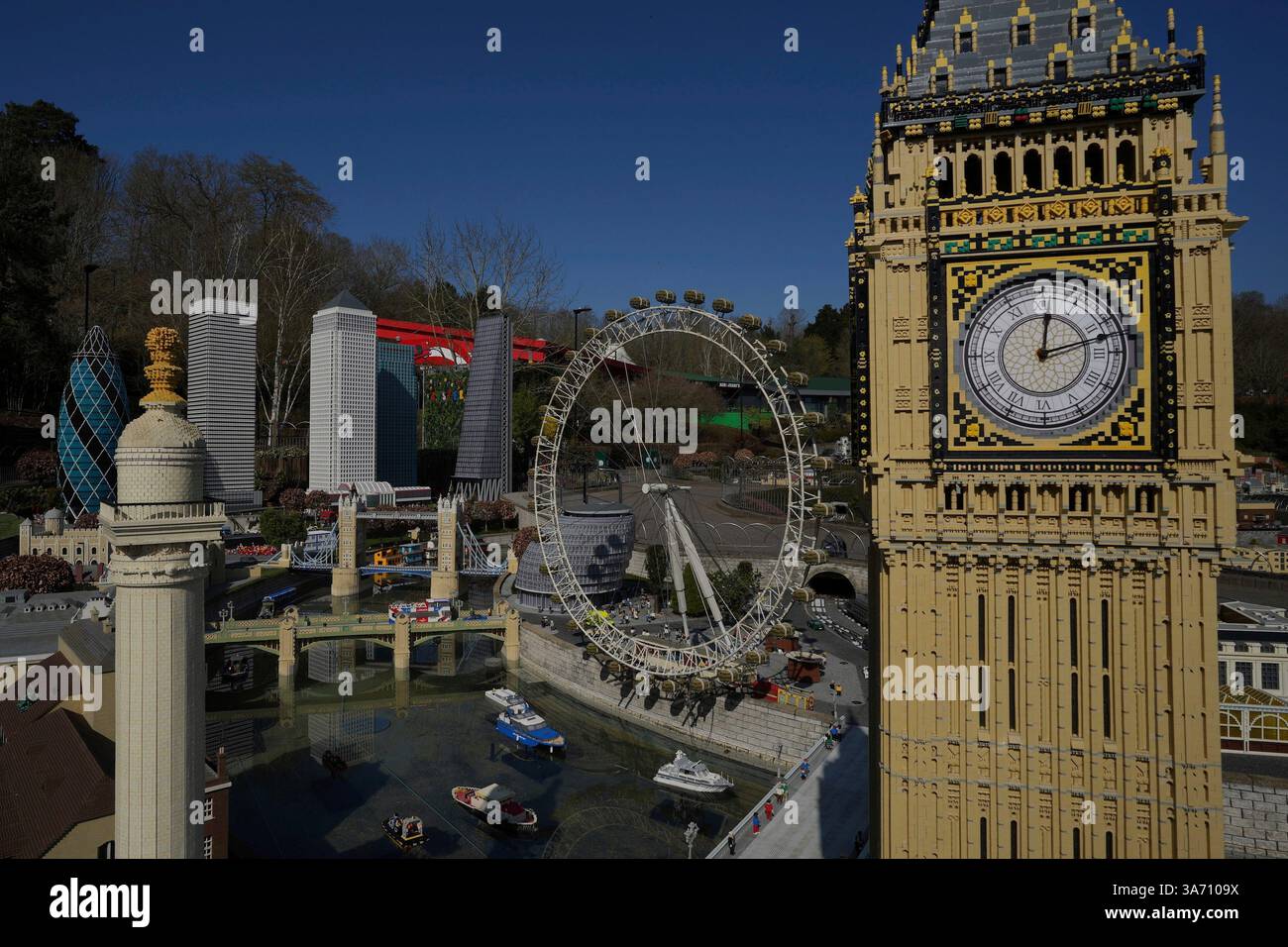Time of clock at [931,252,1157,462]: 12:12
